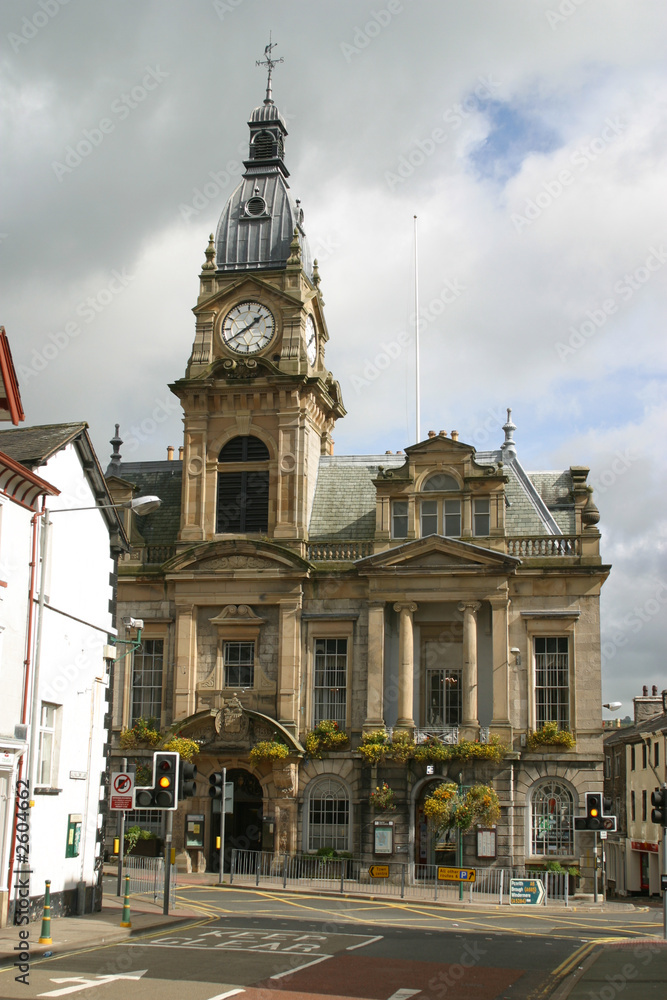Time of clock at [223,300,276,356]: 1:39
